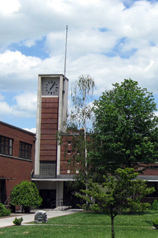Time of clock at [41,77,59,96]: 7:06
